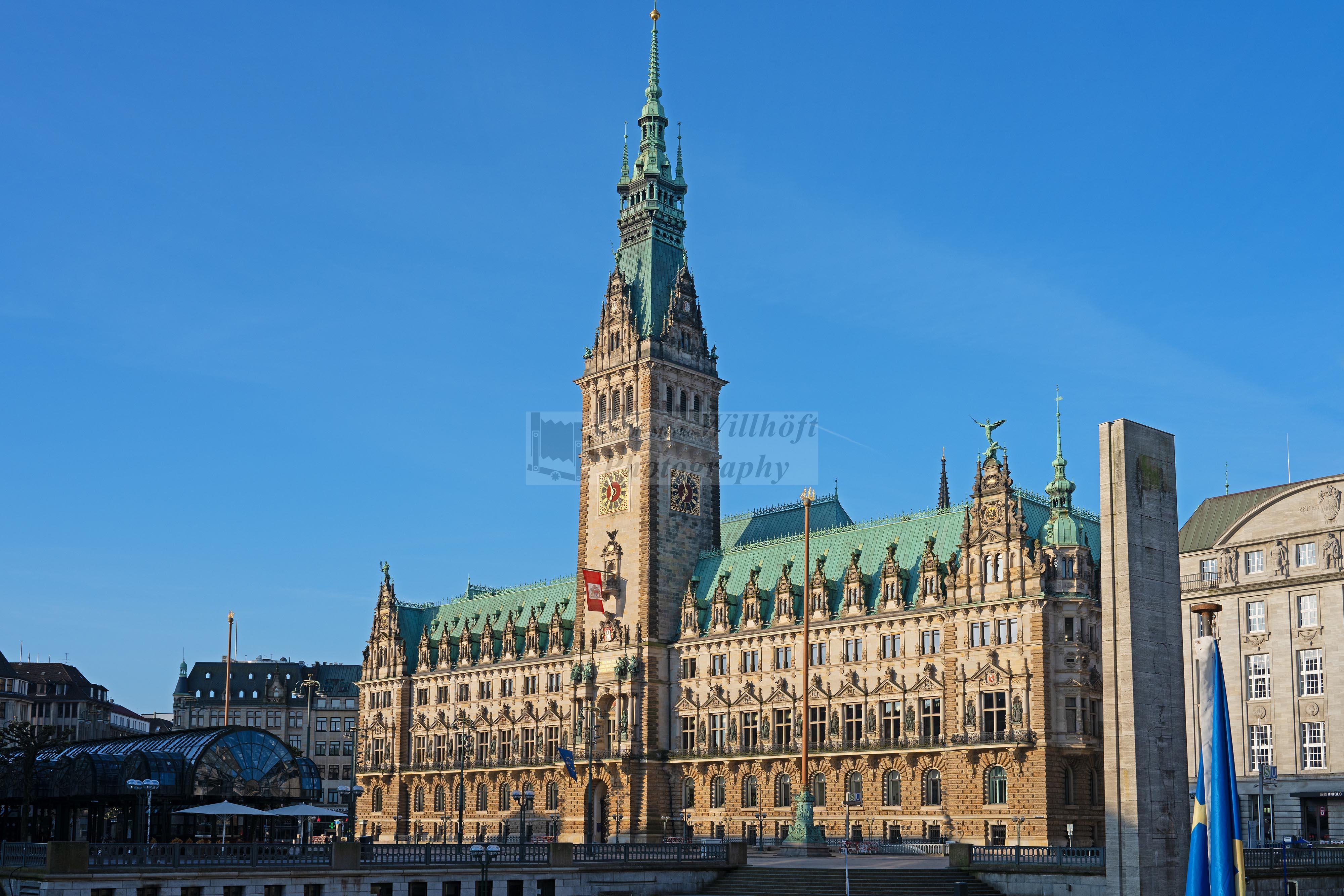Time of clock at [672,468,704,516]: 6:56
